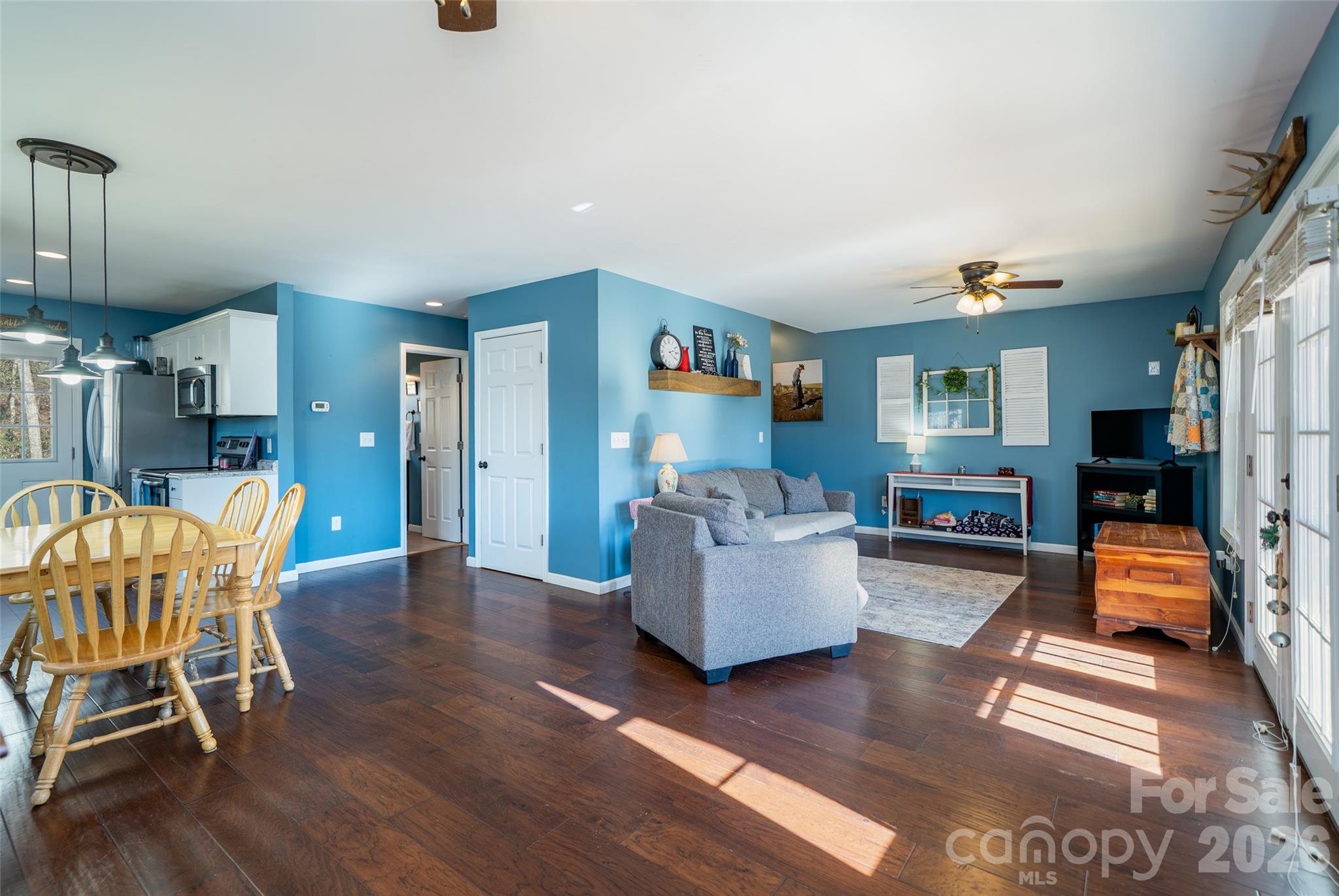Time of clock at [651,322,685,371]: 2:21
